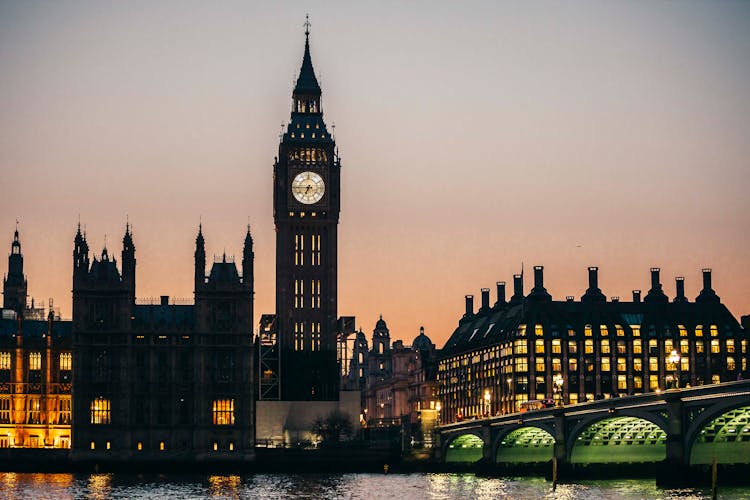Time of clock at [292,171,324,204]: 6:44
